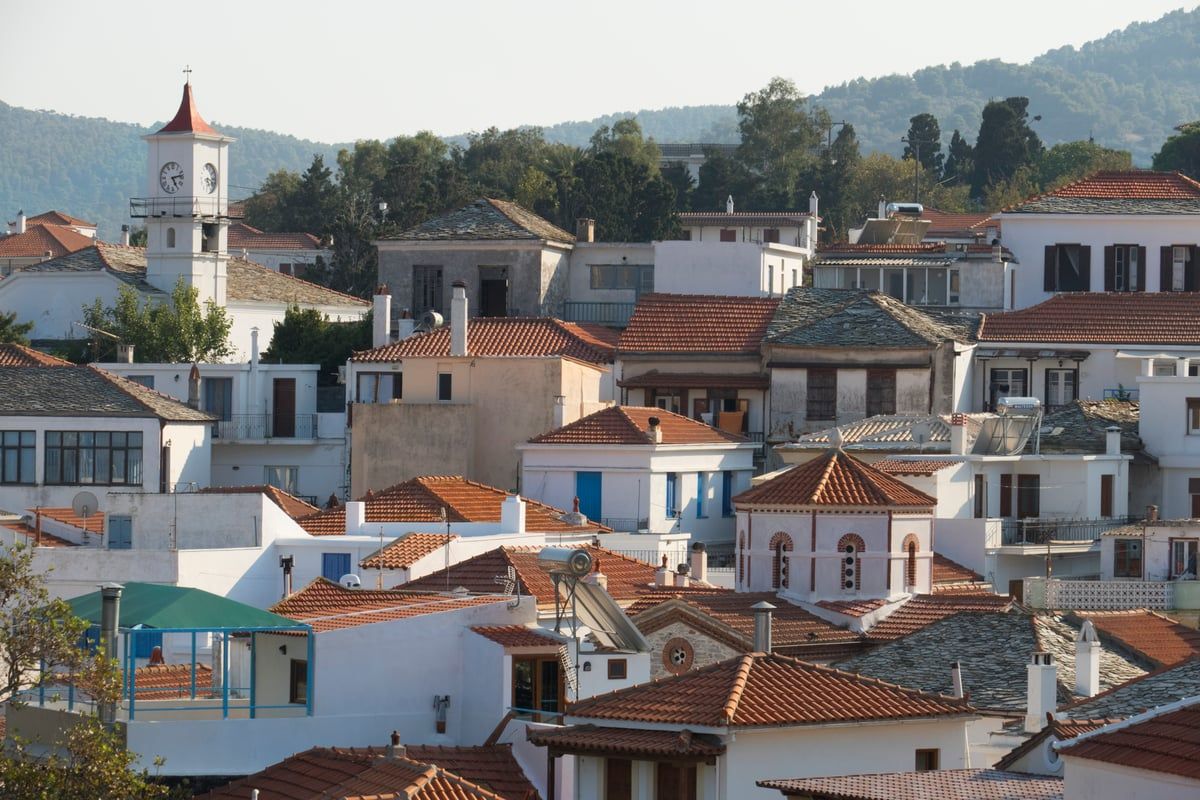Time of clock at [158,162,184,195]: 5:13
